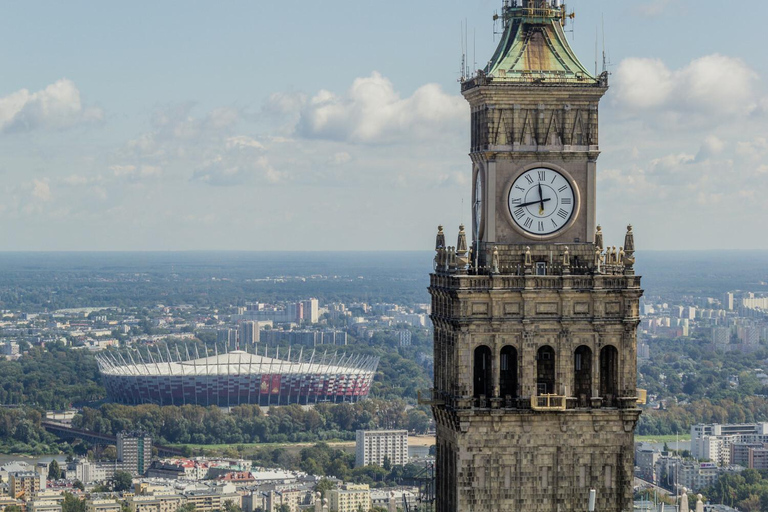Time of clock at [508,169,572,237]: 11:42
